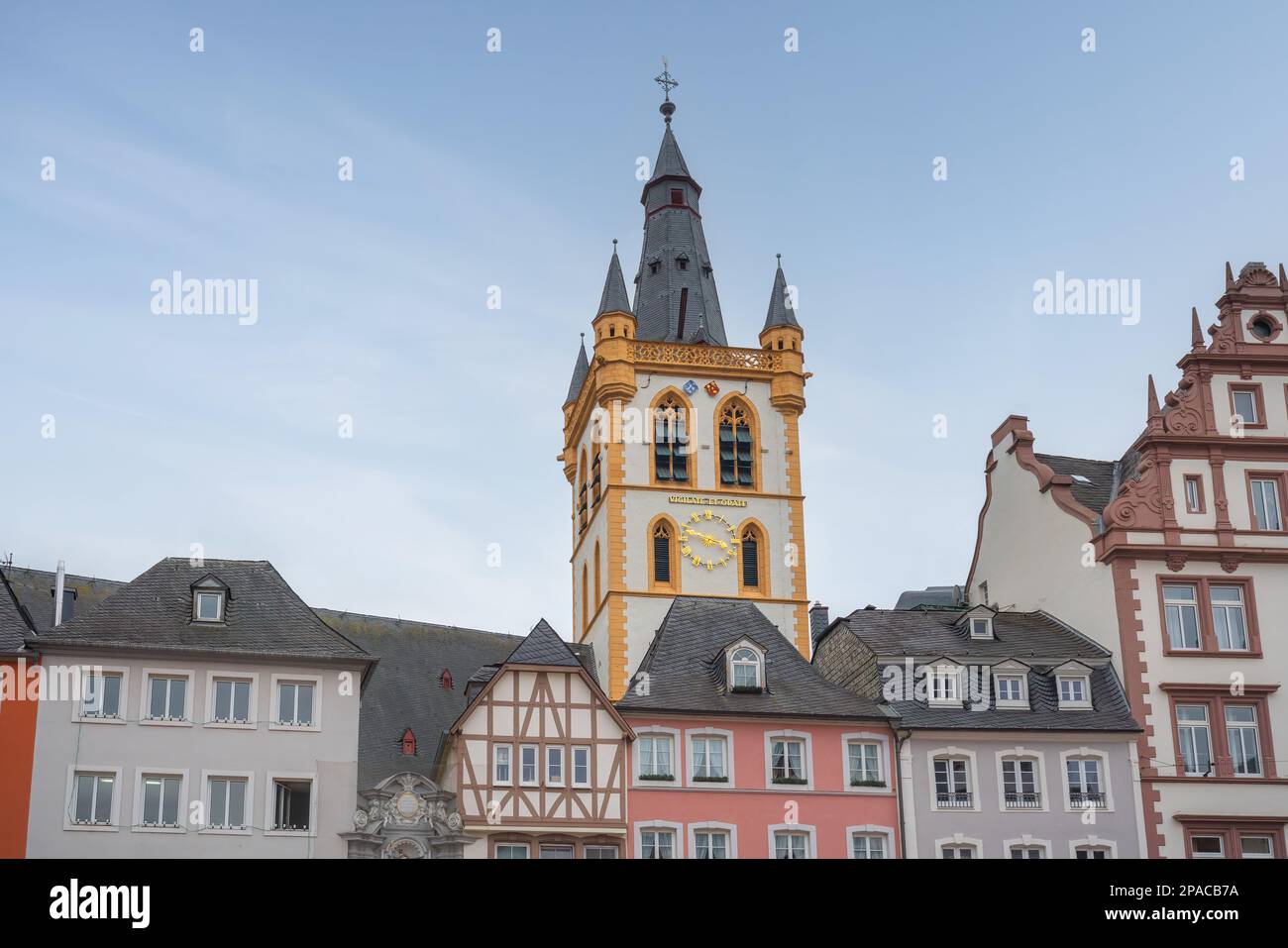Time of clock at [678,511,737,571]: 3:48
